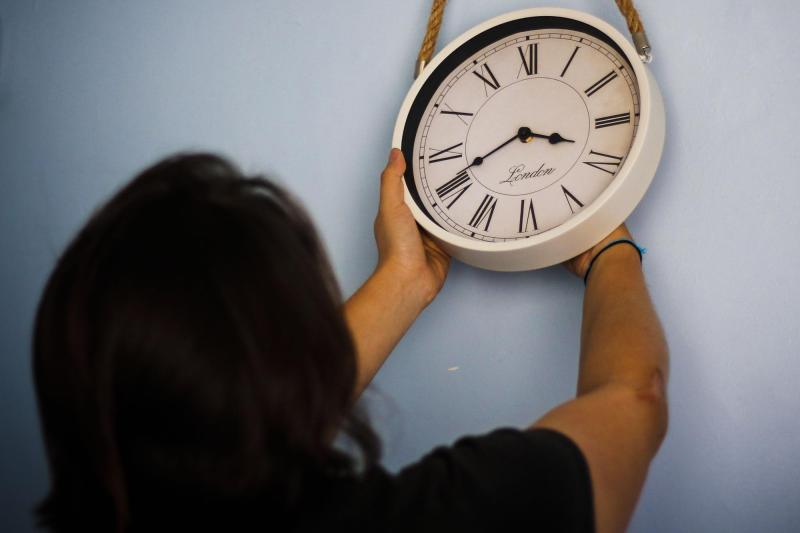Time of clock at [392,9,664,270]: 3:40
